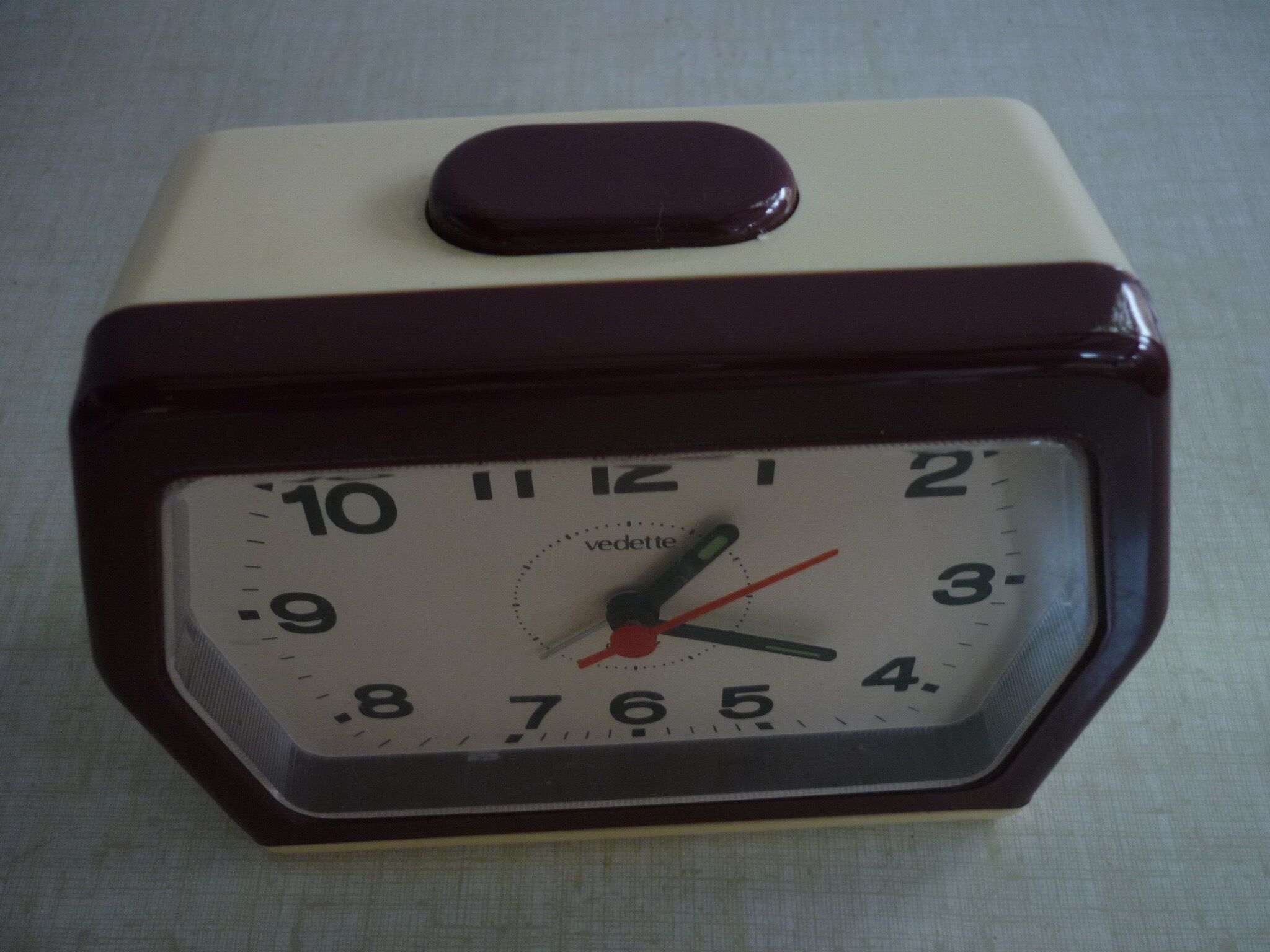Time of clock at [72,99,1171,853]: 1:19
